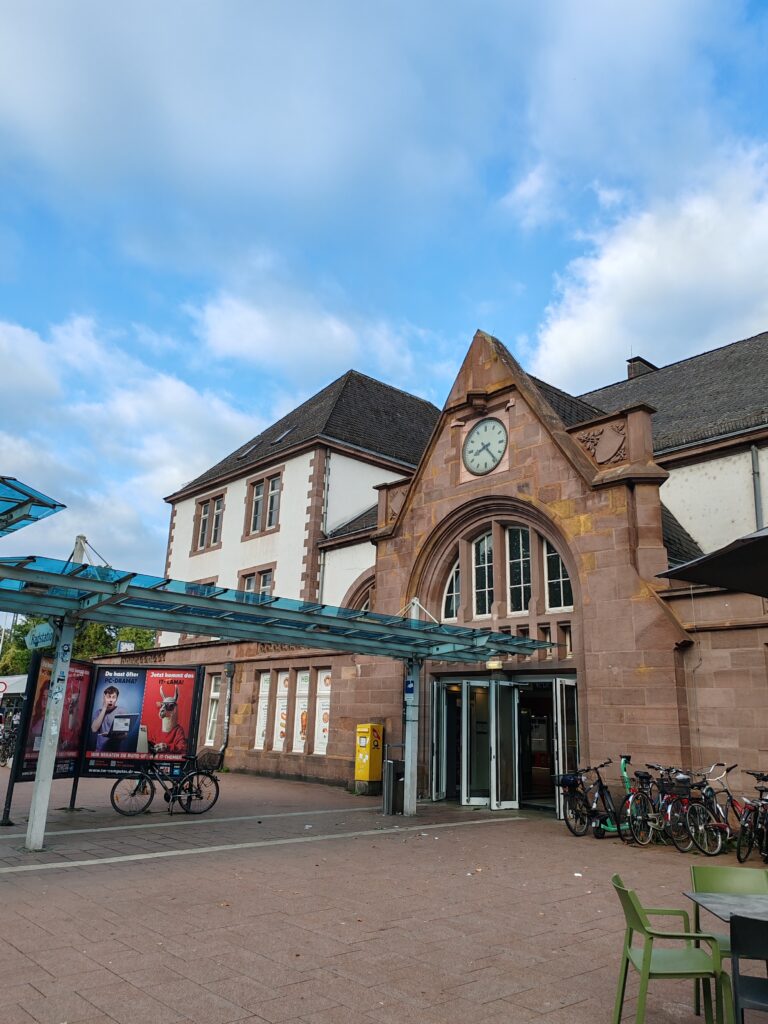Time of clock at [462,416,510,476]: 8:23
